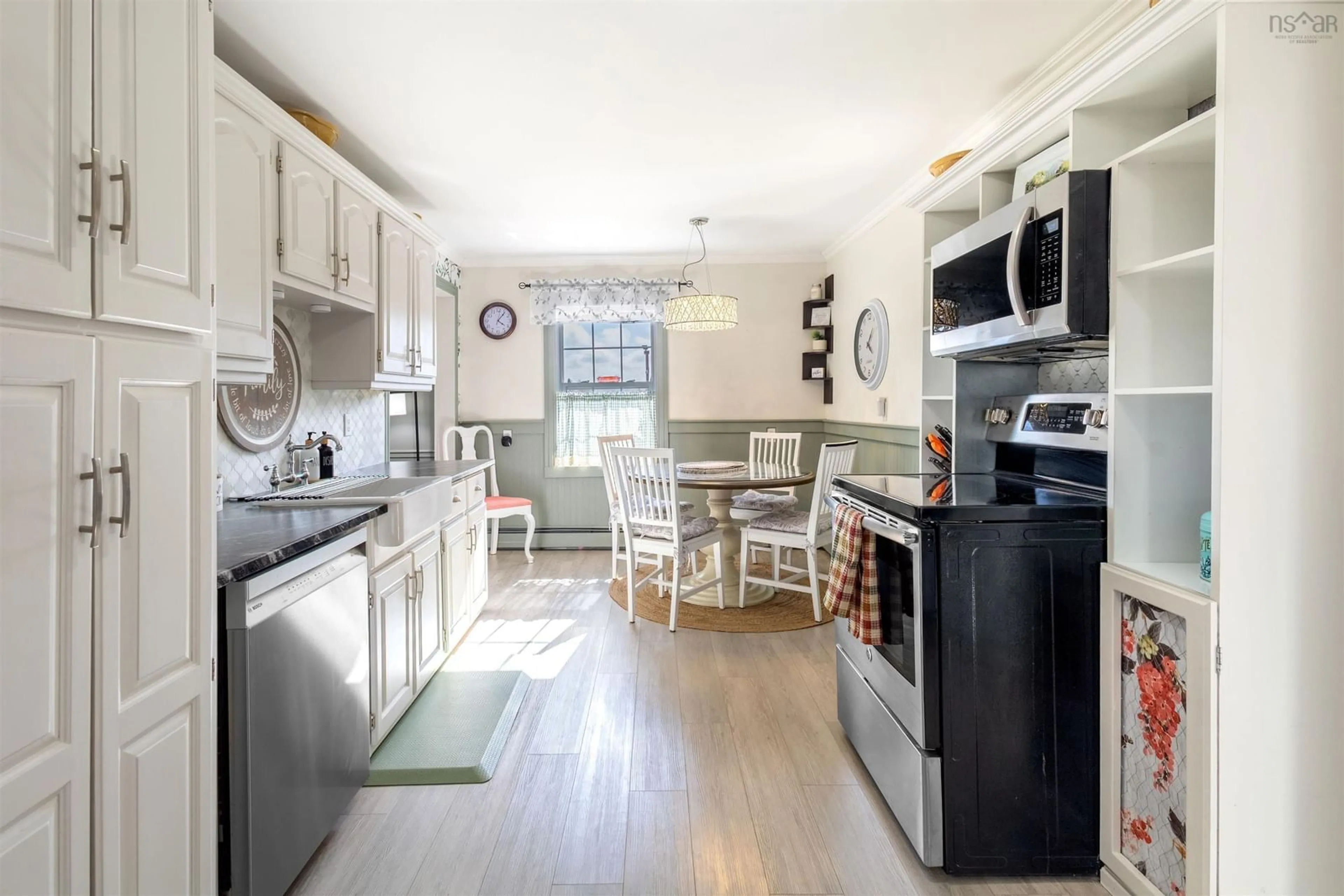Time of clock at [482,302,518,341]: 4:06
